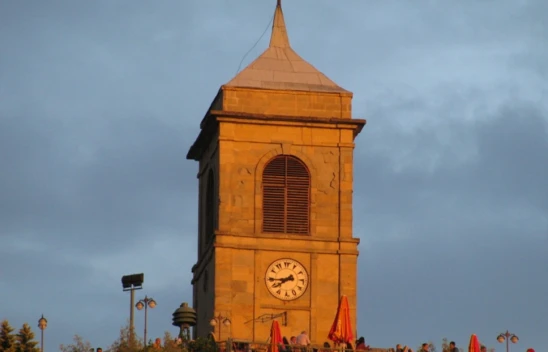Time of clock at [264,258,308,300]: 7:43
